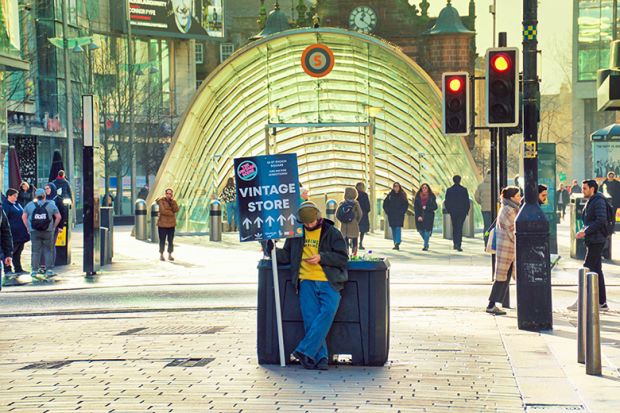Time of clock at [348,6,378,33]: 12:22
